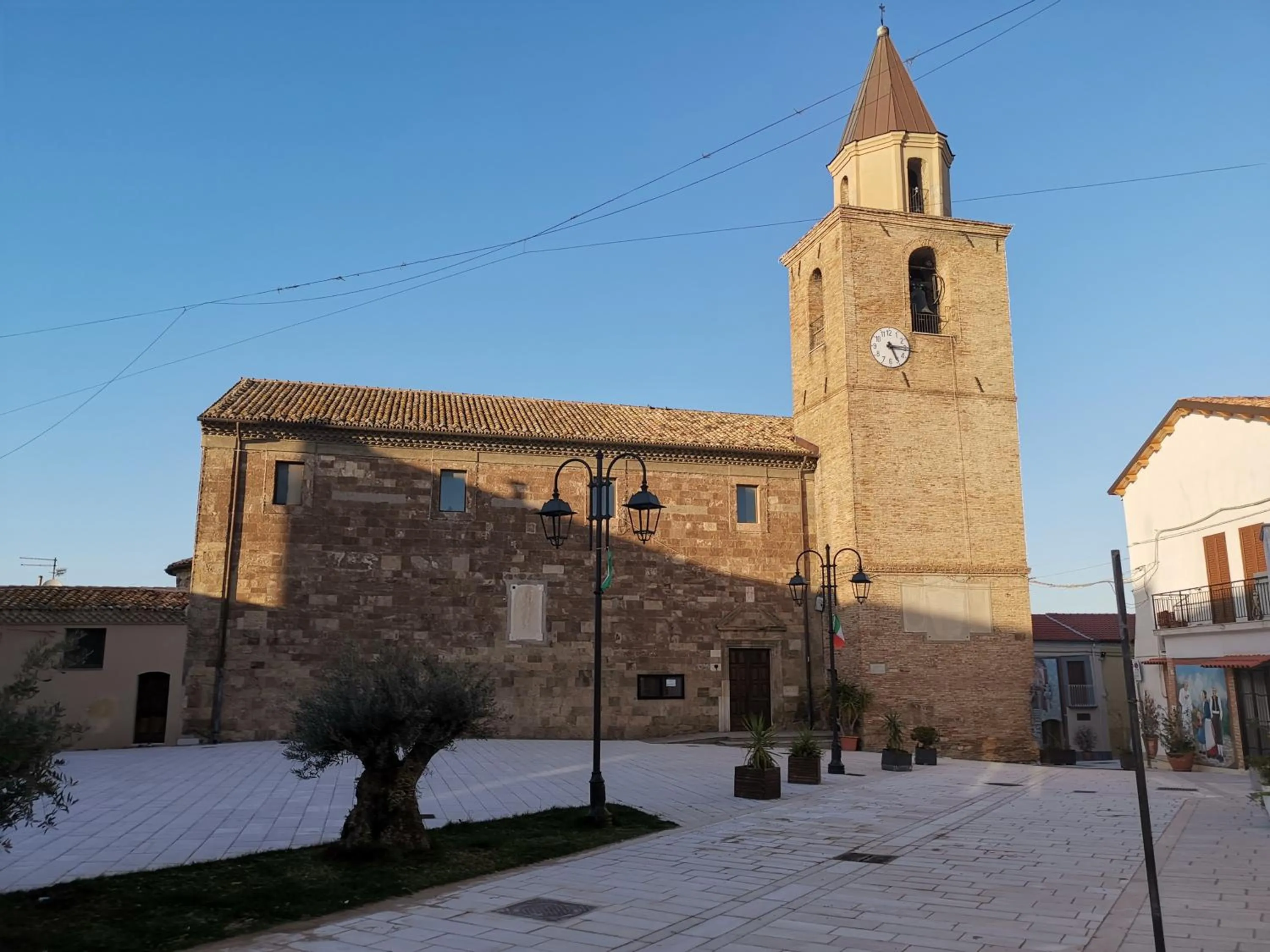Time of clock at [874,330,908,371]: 5:15
